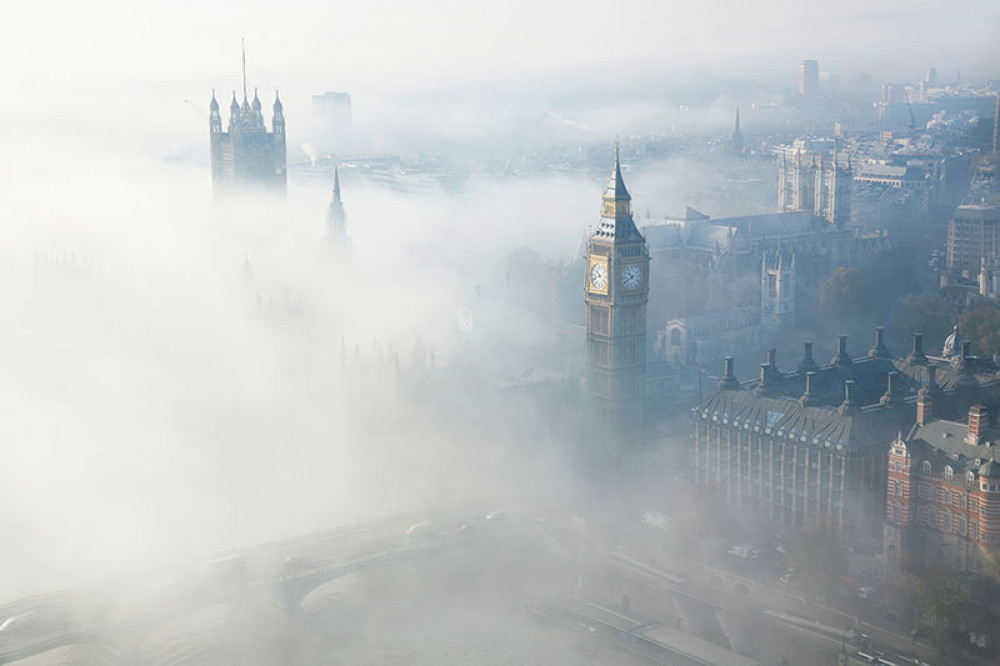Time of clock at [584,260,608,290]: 10:41
